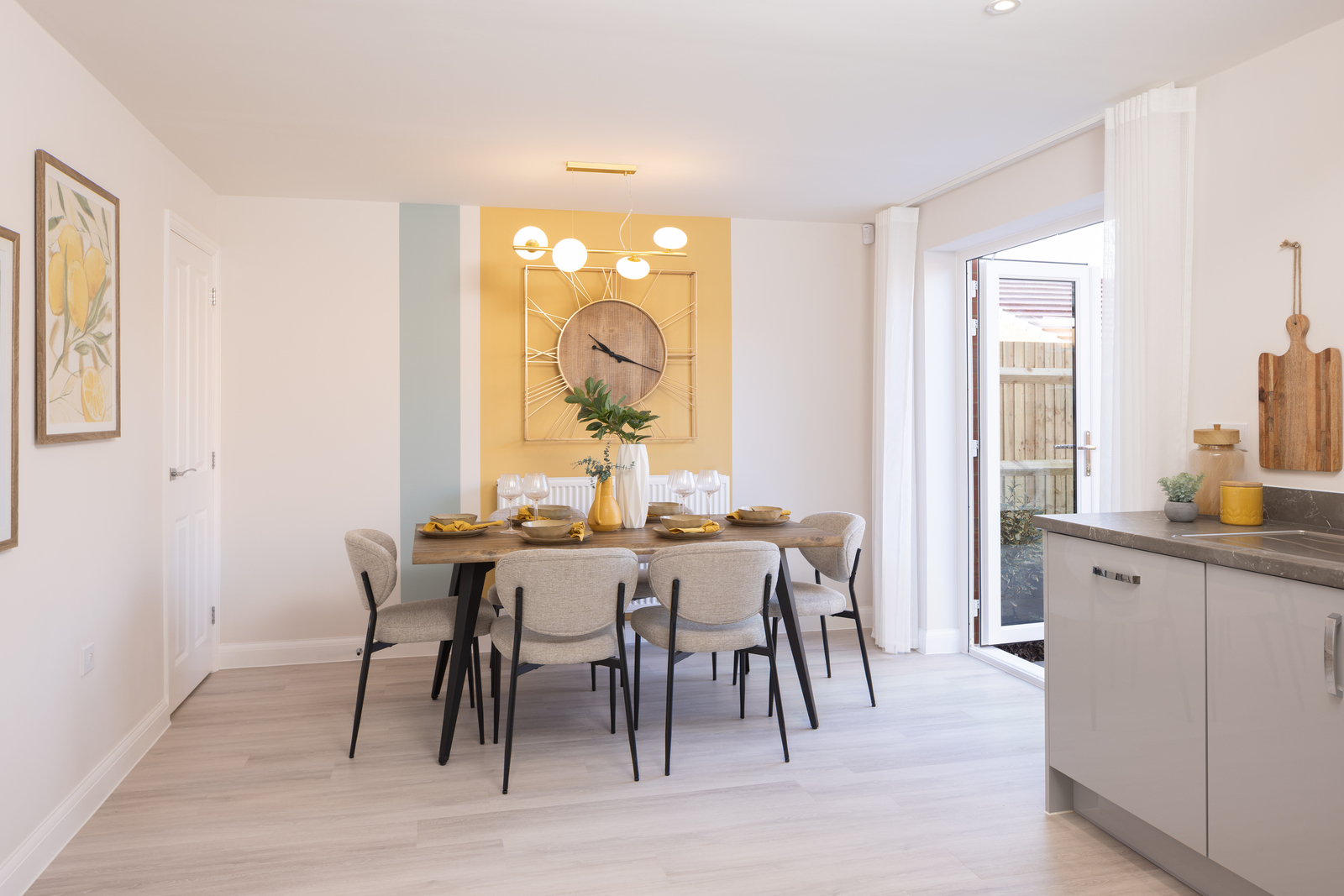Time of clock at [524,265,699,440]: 10:18
